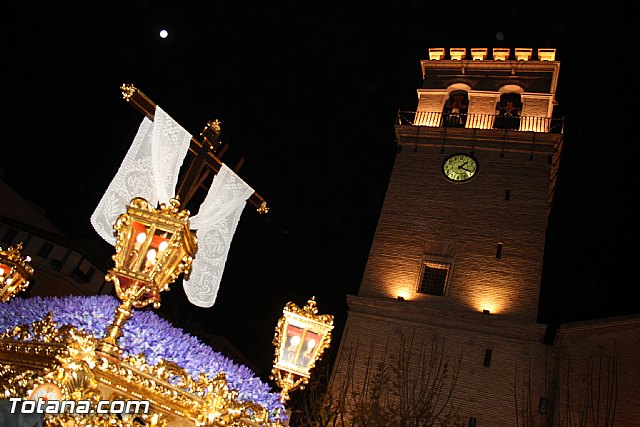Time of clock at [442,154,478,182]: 1:18
